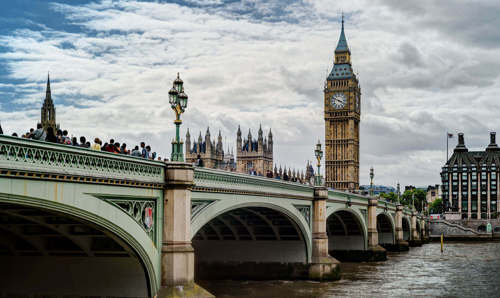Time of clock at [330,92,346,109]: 3:48
